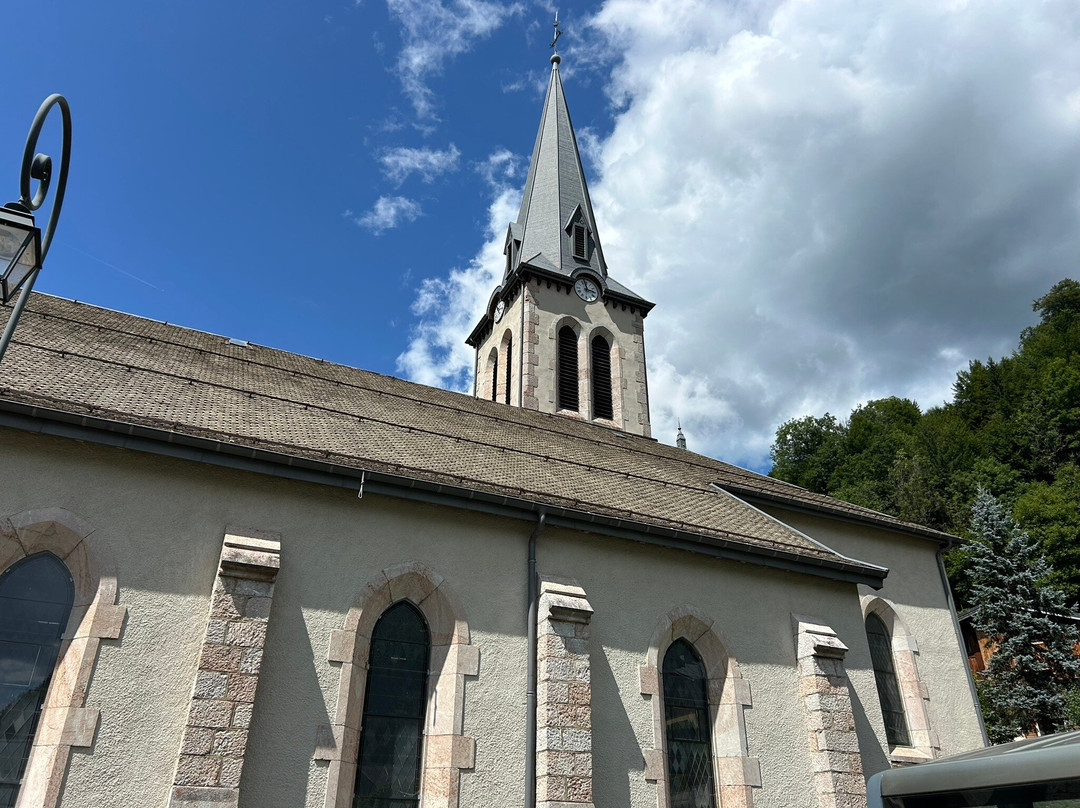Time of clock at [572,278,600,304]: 2:58
